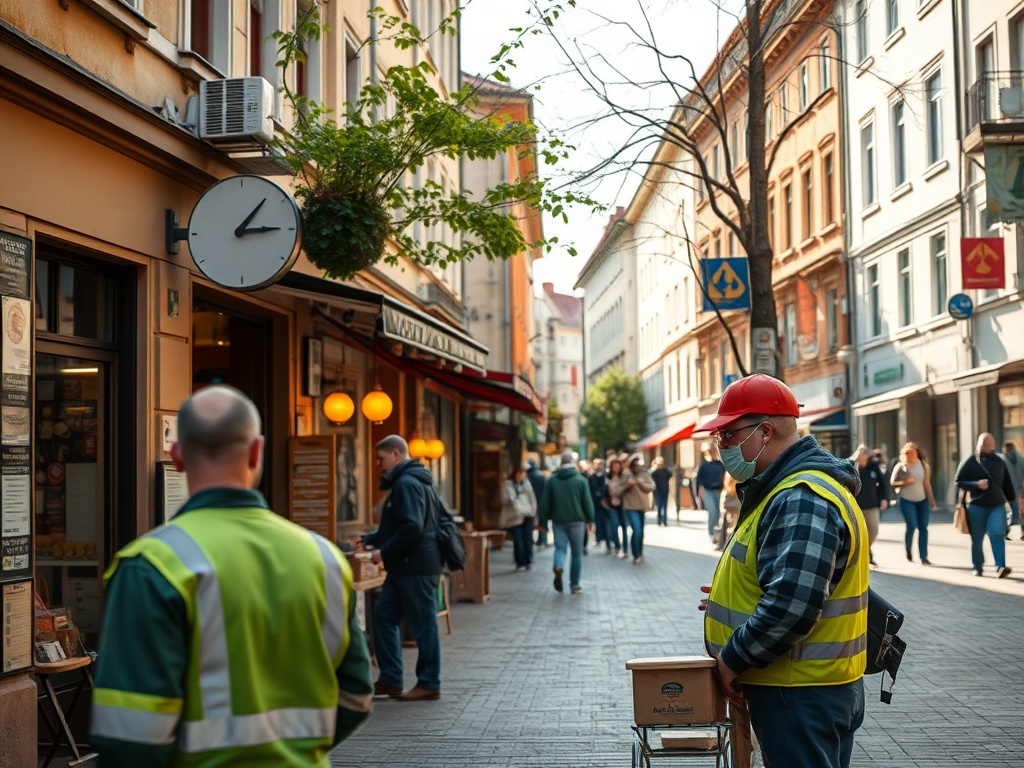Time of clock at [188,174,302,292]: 1:14
